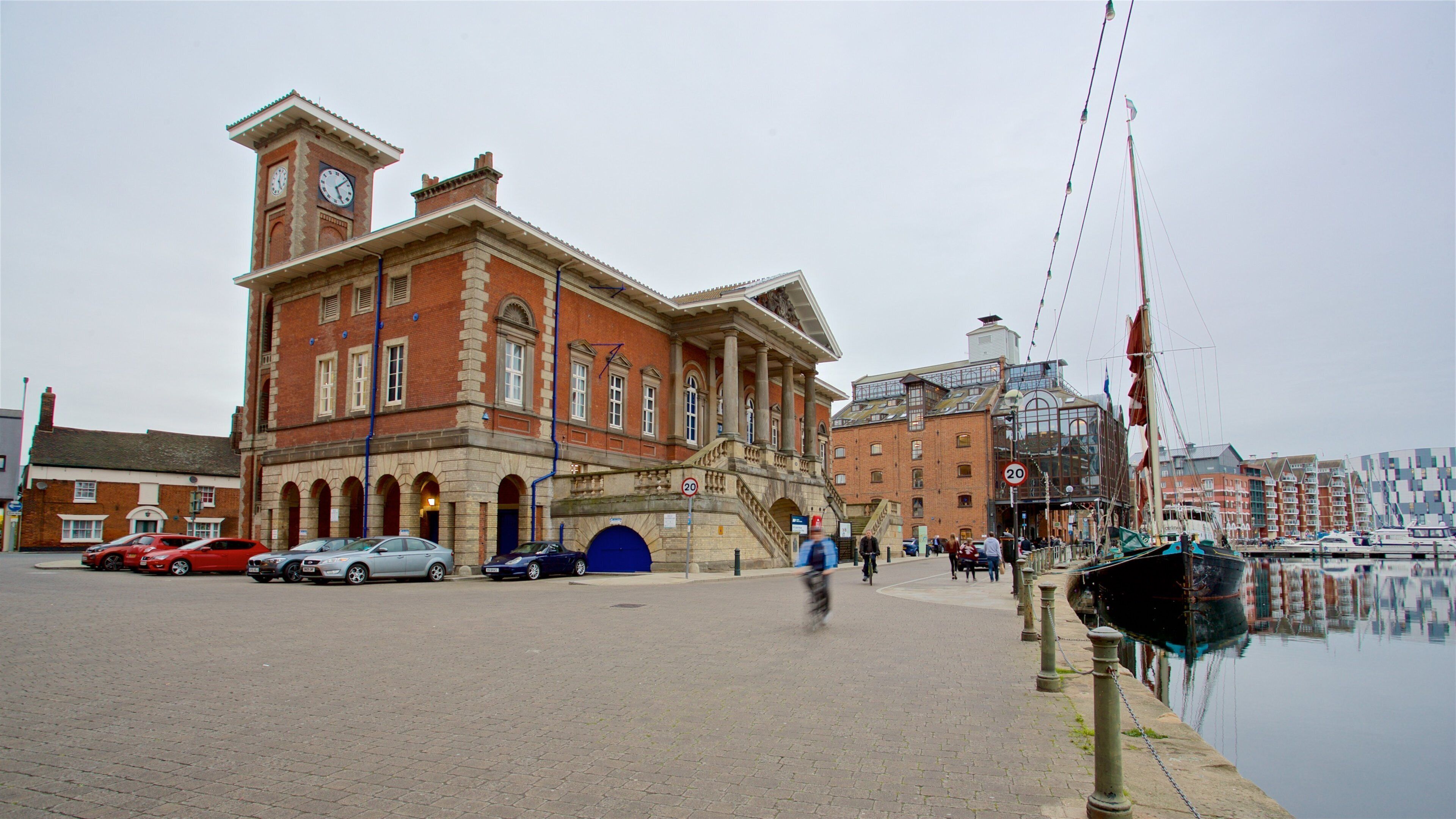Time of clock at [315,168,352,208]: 5:06
